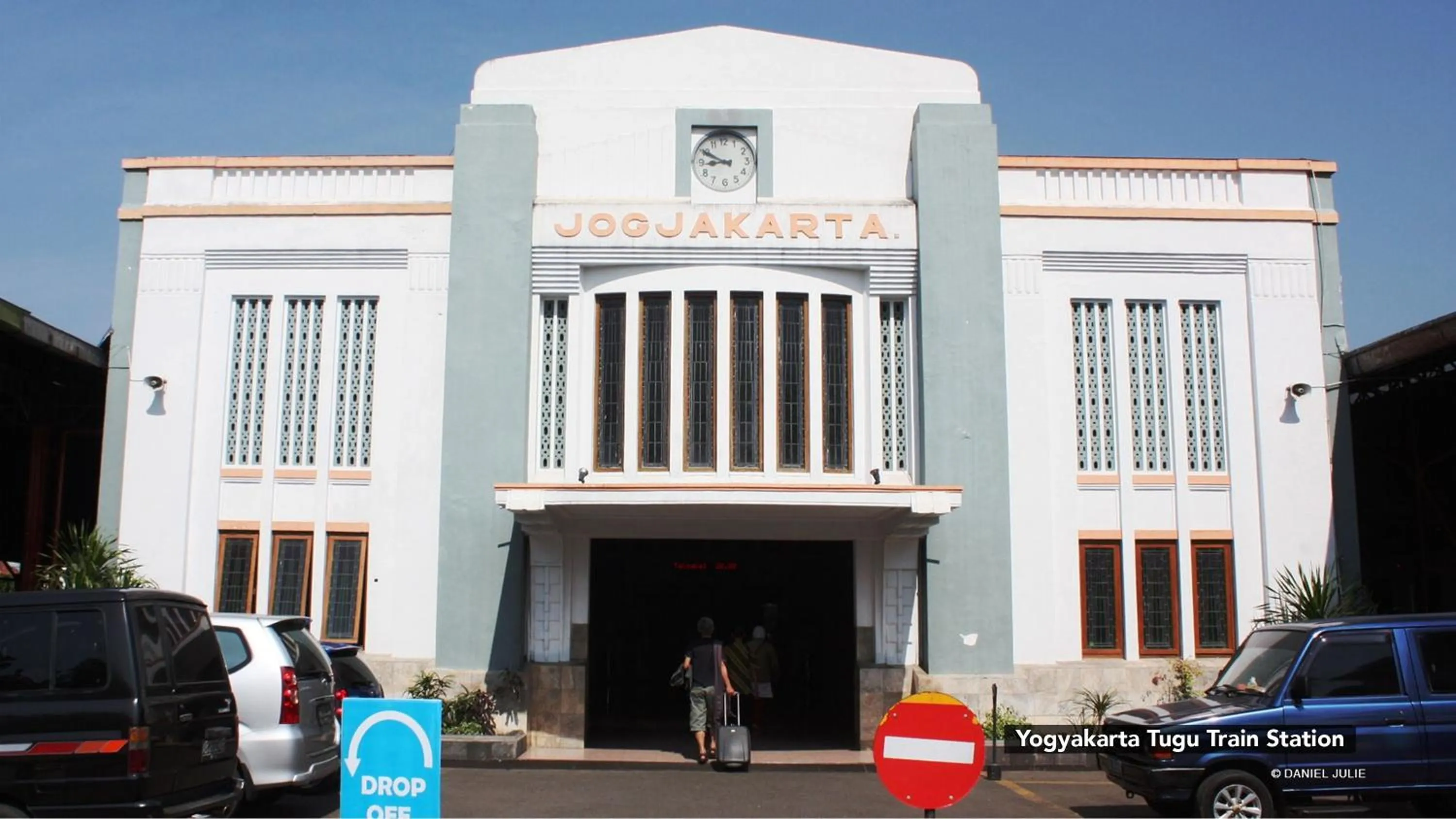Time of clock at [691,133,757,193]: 8:49
